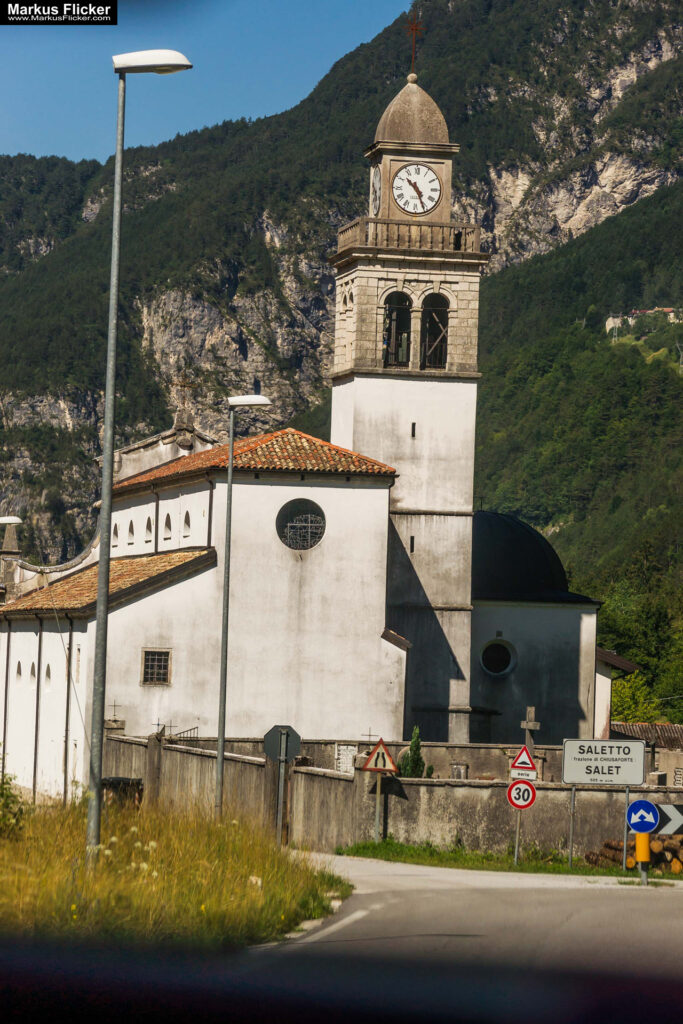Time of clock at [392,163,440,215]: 10:25
